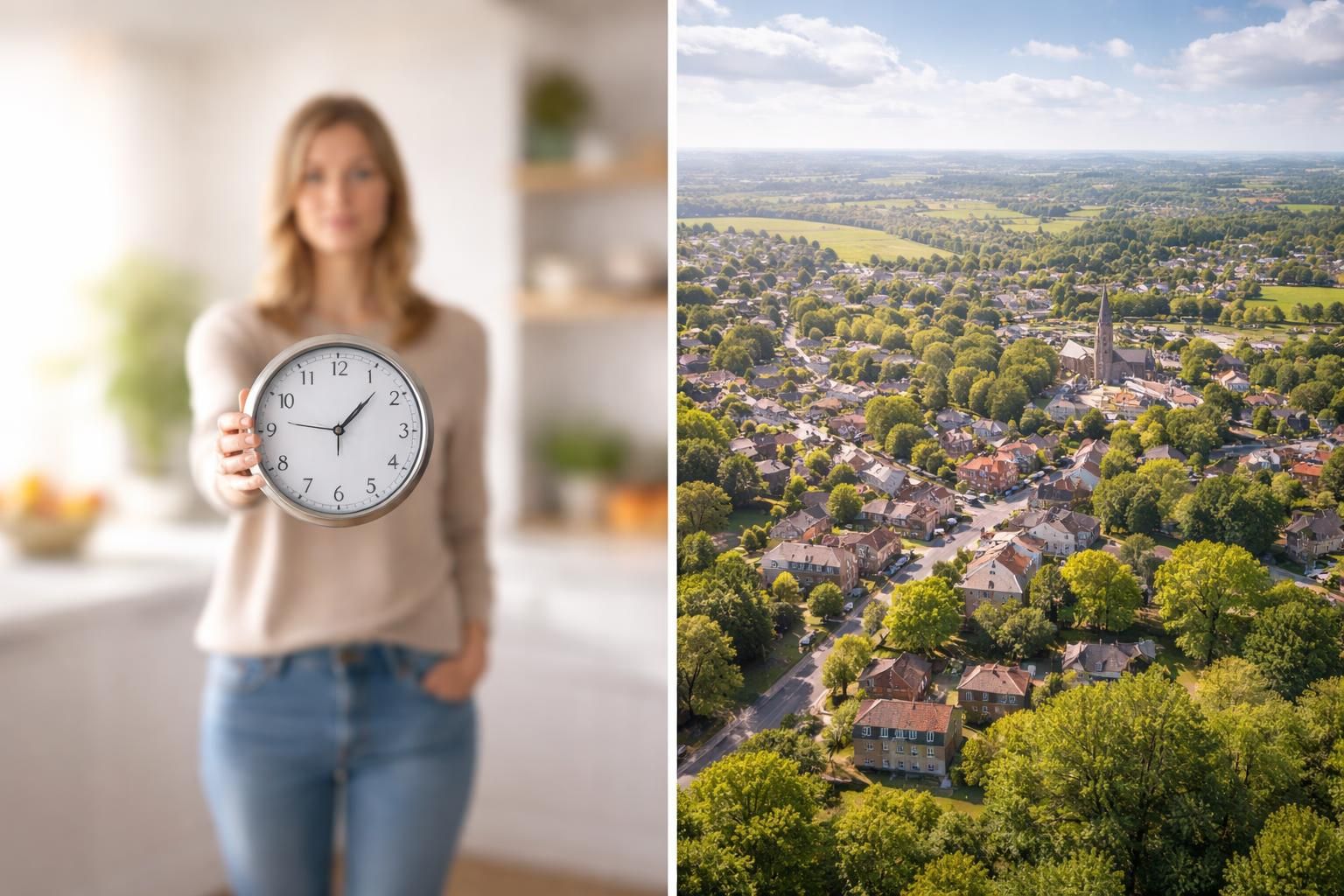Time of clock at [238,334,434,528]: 1:46
